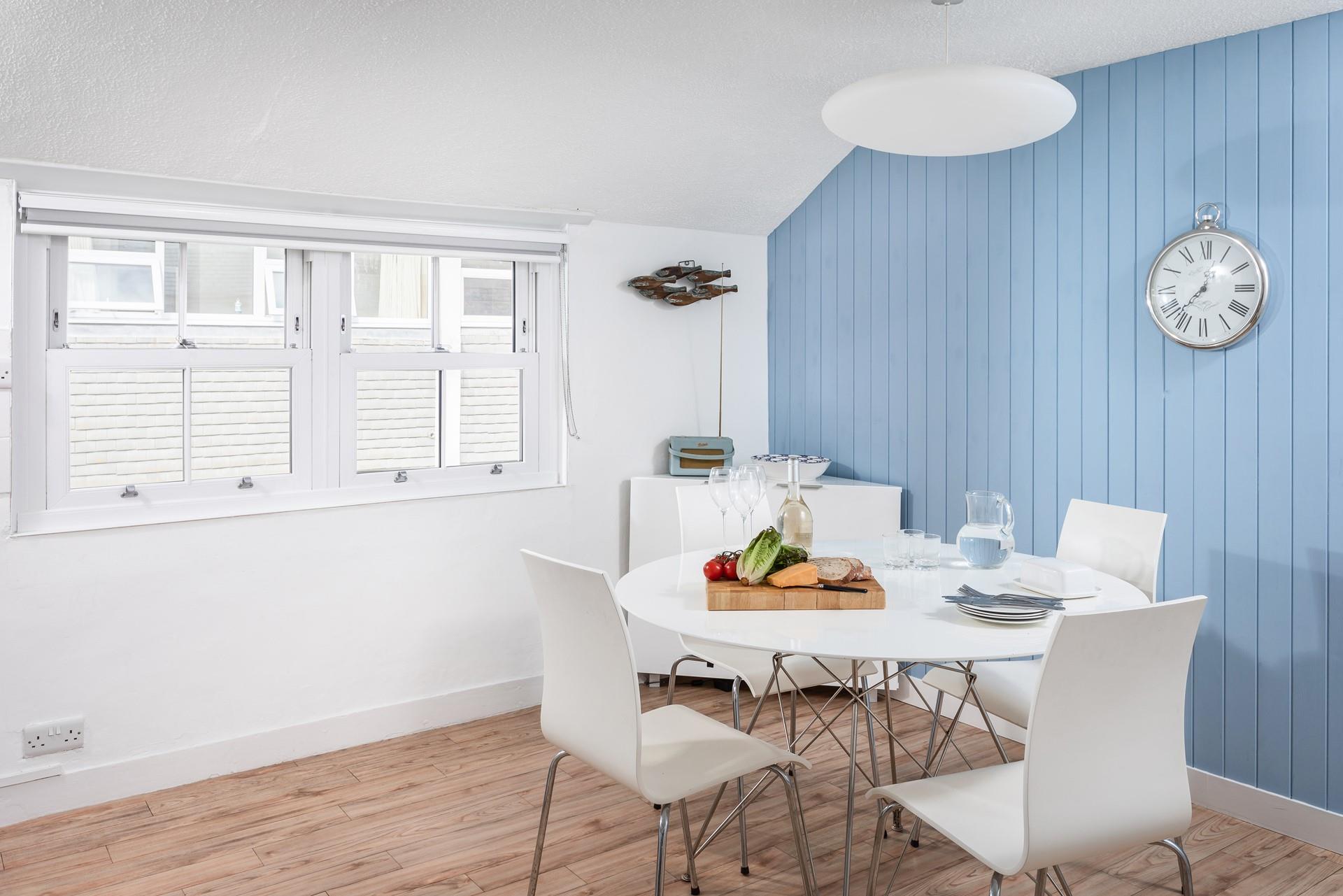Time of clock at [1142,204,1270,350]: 12:37
